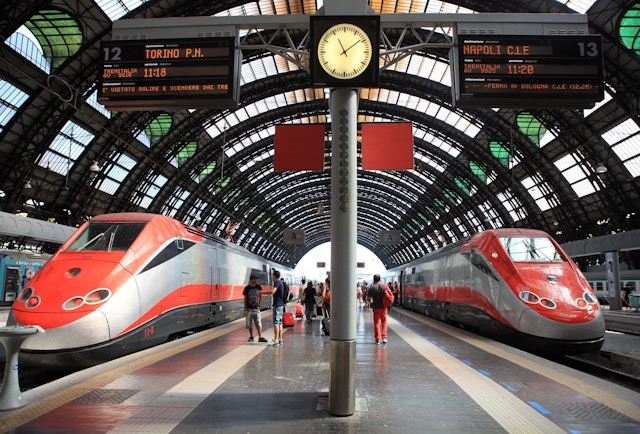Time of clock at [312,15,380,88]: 11:08
